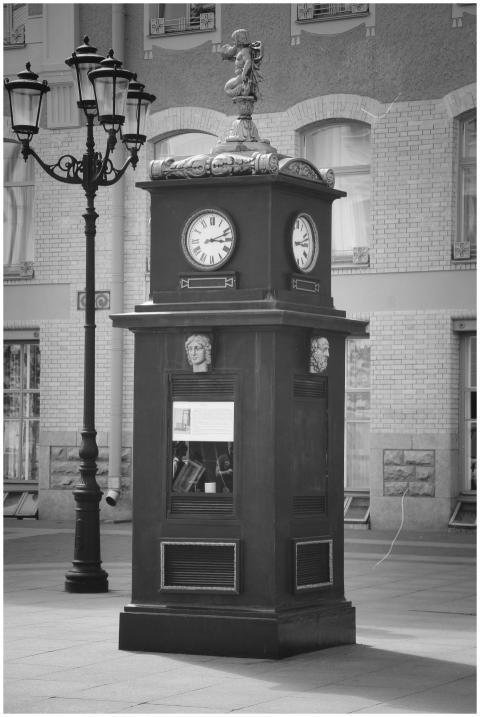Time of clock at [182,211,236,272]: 3:11
